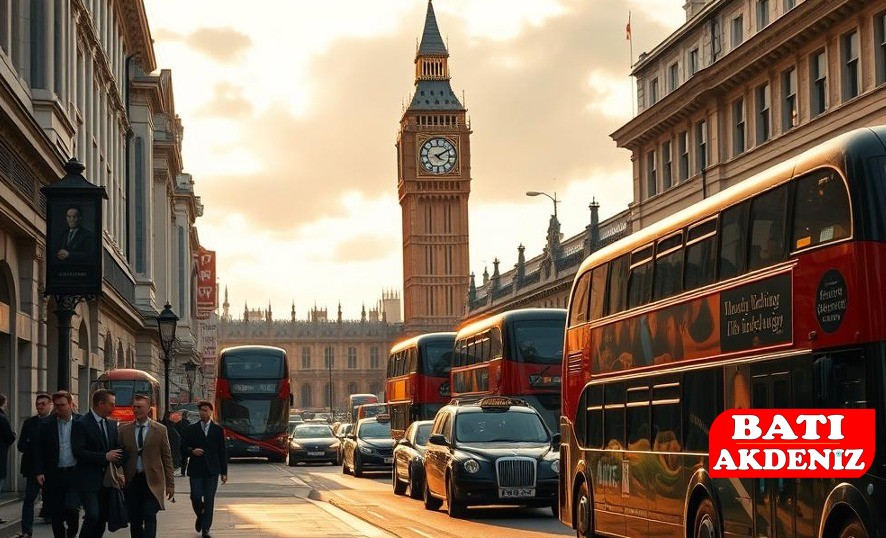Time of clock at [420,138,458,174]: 4:09
